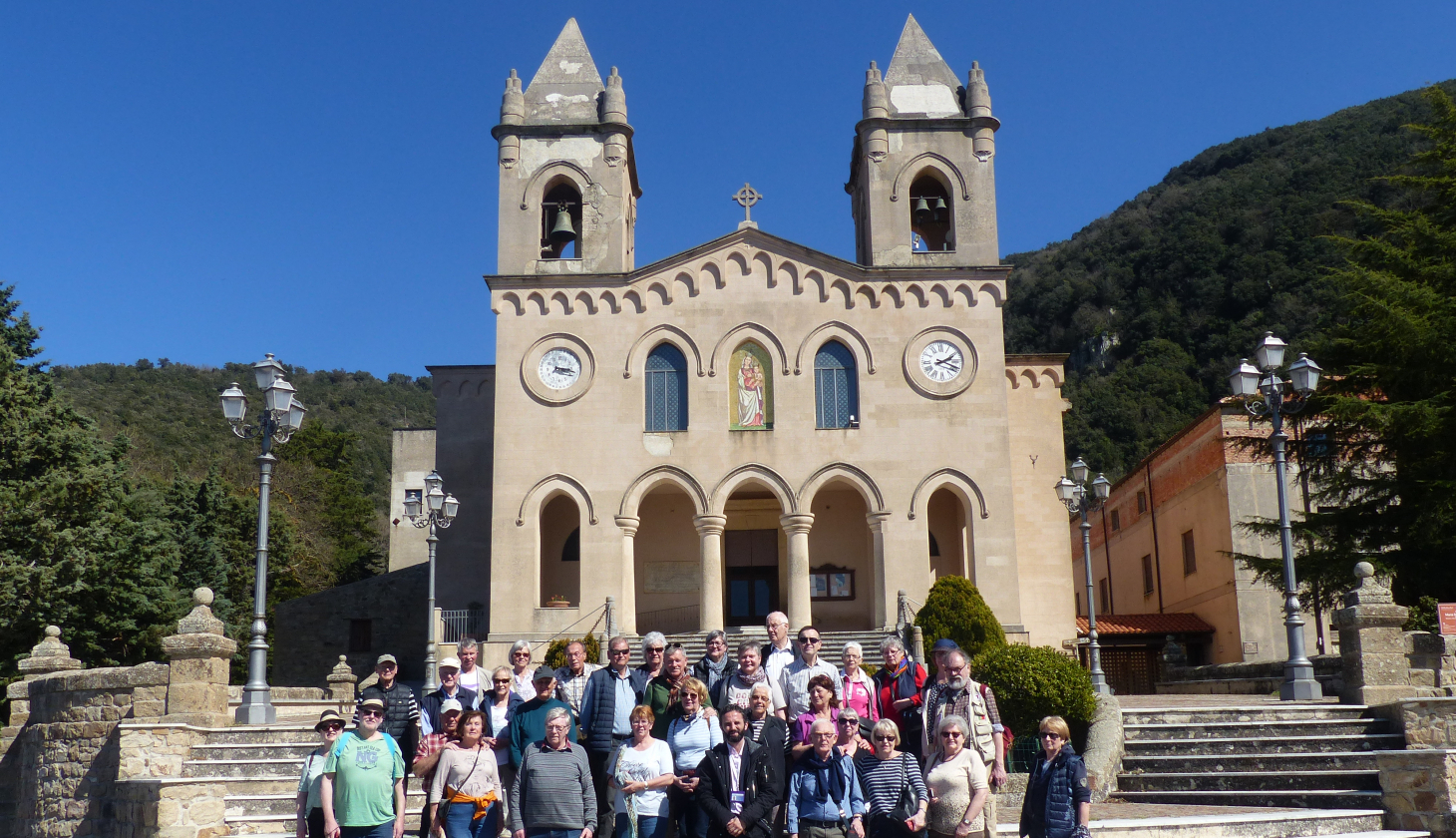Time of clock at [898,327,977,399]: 2:18
